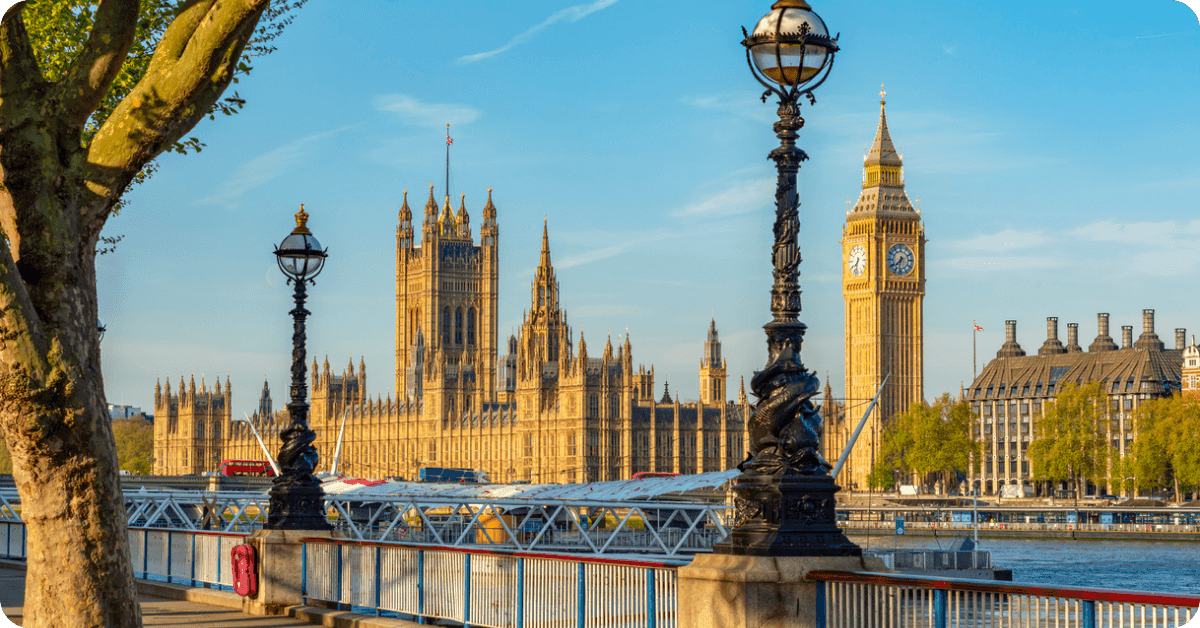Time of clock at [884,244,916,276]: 7:31
